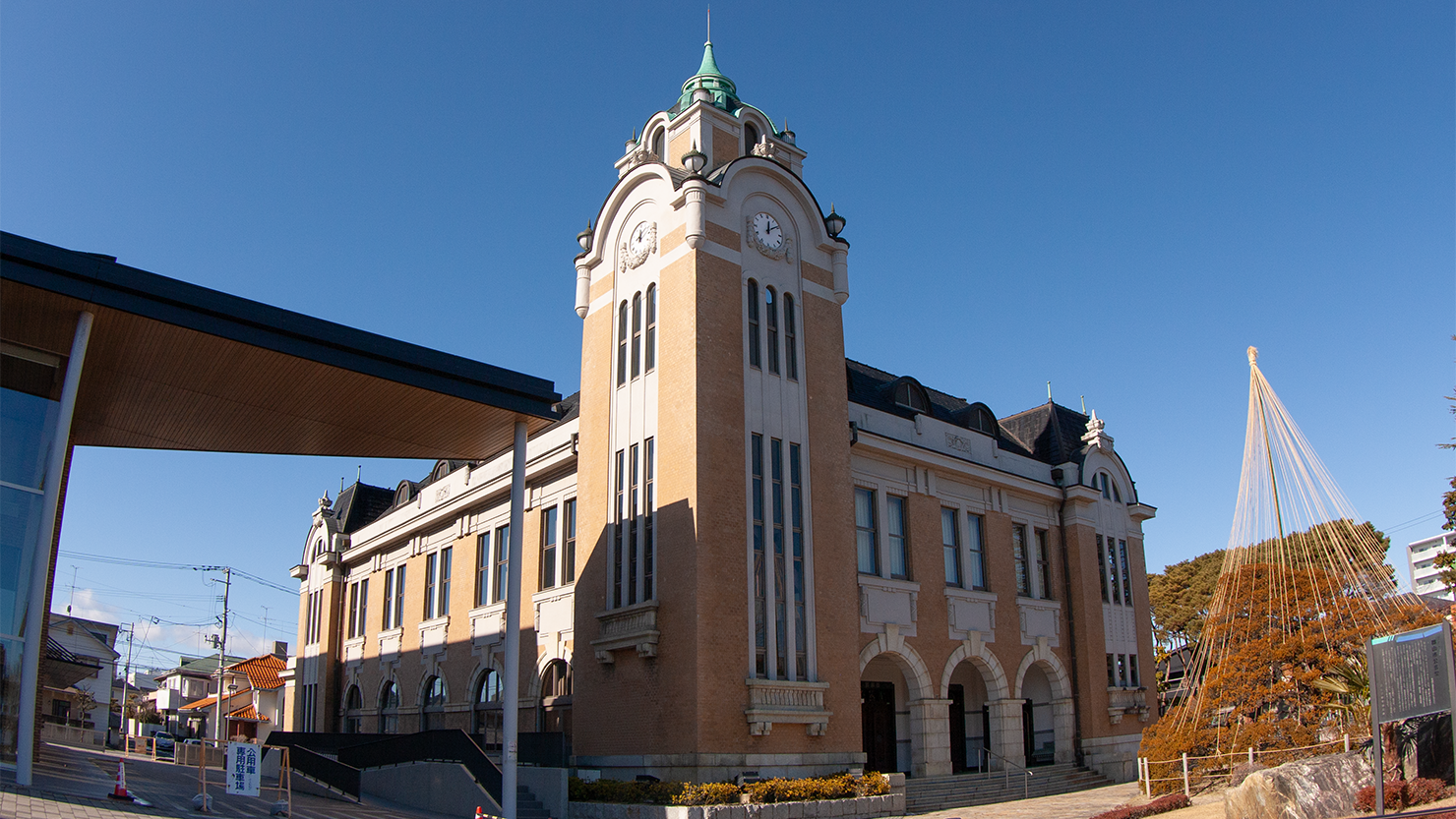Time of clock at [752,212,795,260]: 12:09
